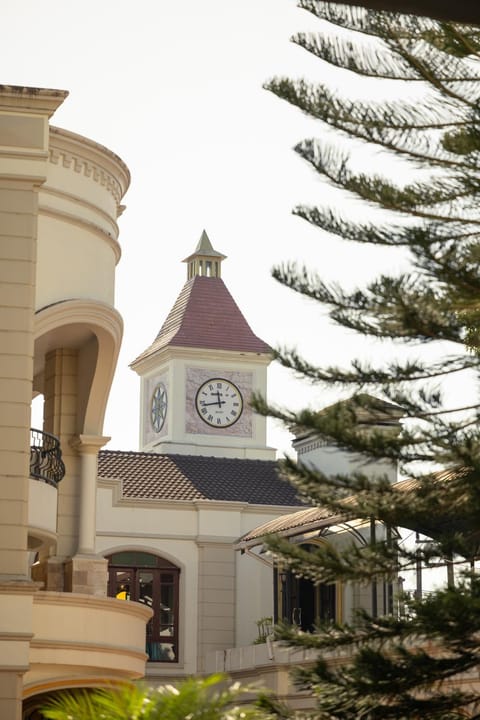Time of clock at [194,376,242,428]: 11:43
